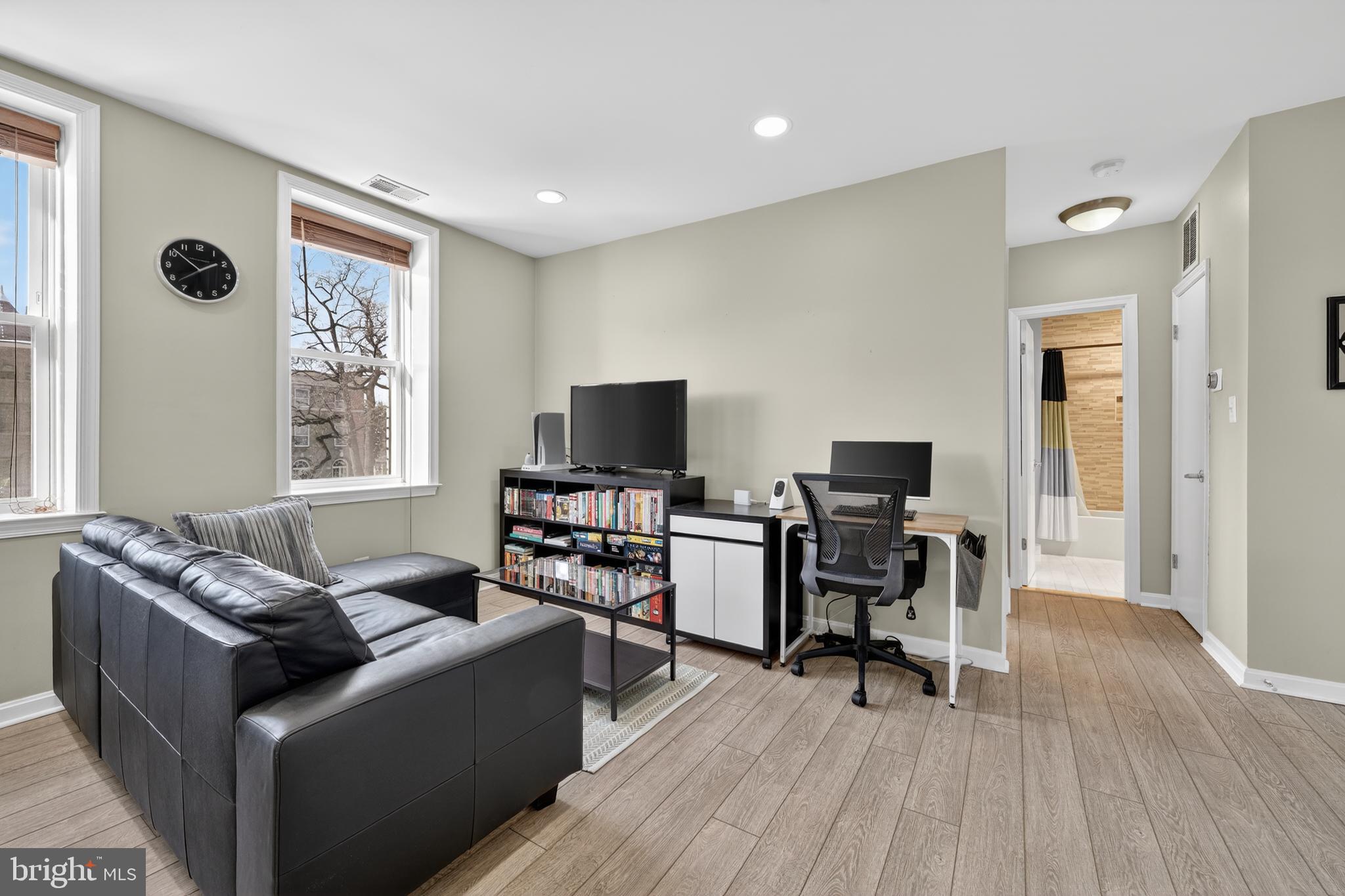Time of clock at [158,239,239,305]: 5:51
